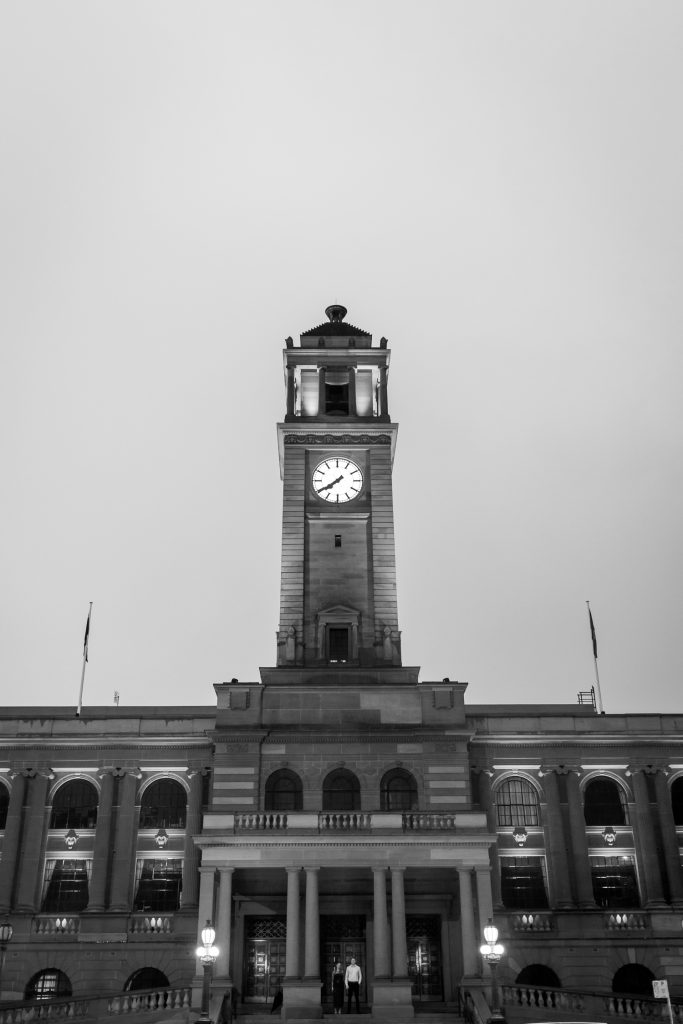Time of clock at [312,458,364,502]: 7:39
